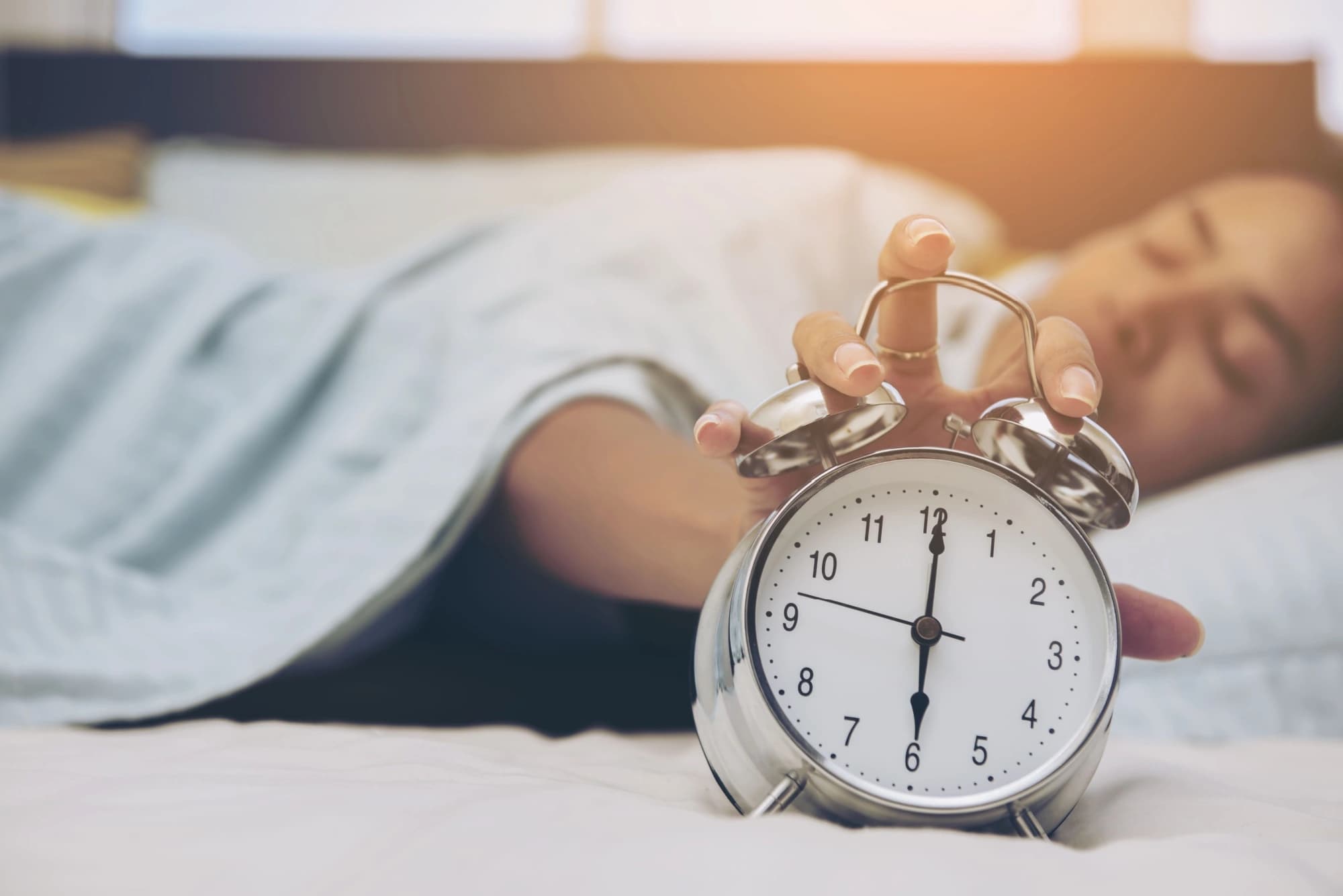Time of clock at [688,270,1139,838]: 6:00
